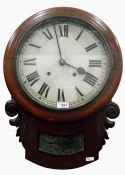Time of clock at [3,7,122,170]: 3:57
